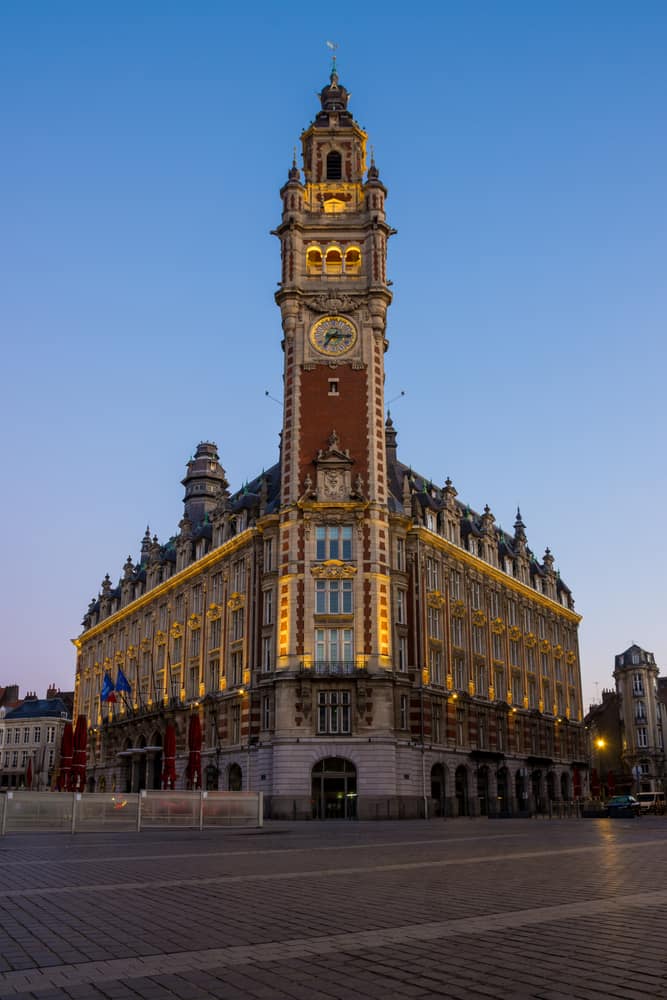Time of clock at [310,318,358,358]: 7:15
